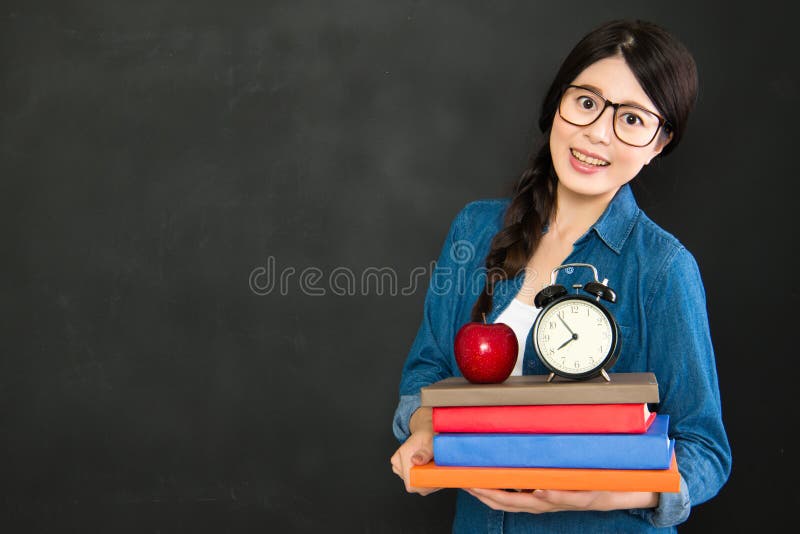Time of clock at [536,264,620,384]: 7:53
